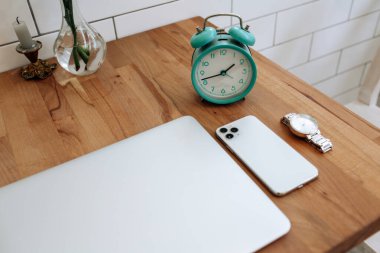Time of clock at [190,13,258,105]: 1:42
